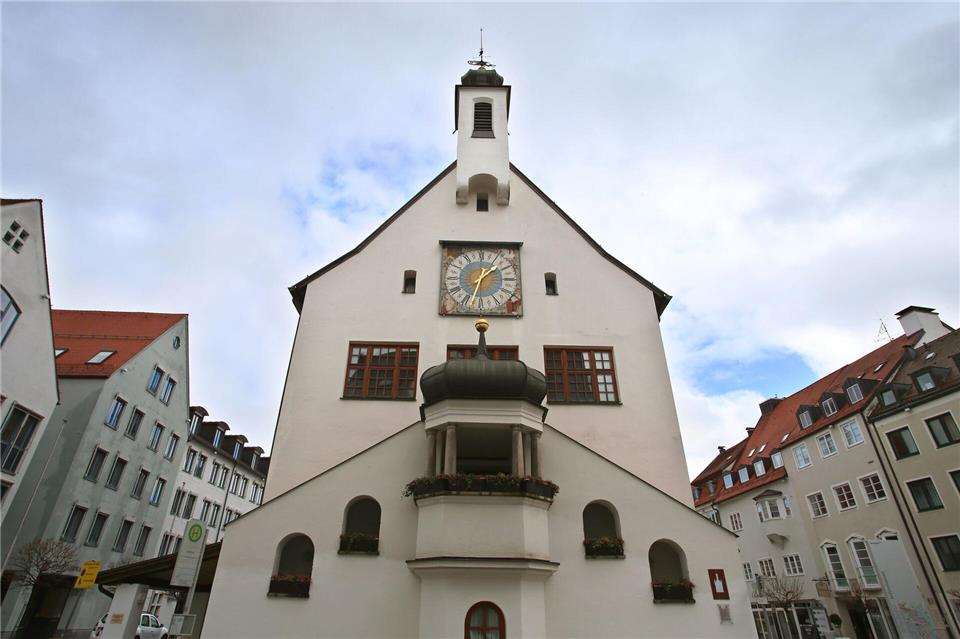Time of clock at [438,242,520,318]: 1:33
